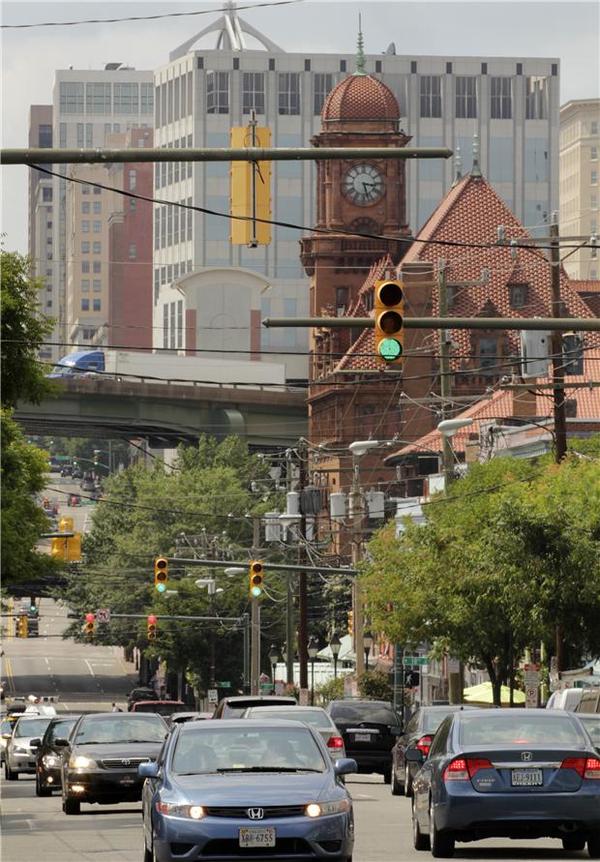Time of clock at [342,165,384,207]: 3:27
